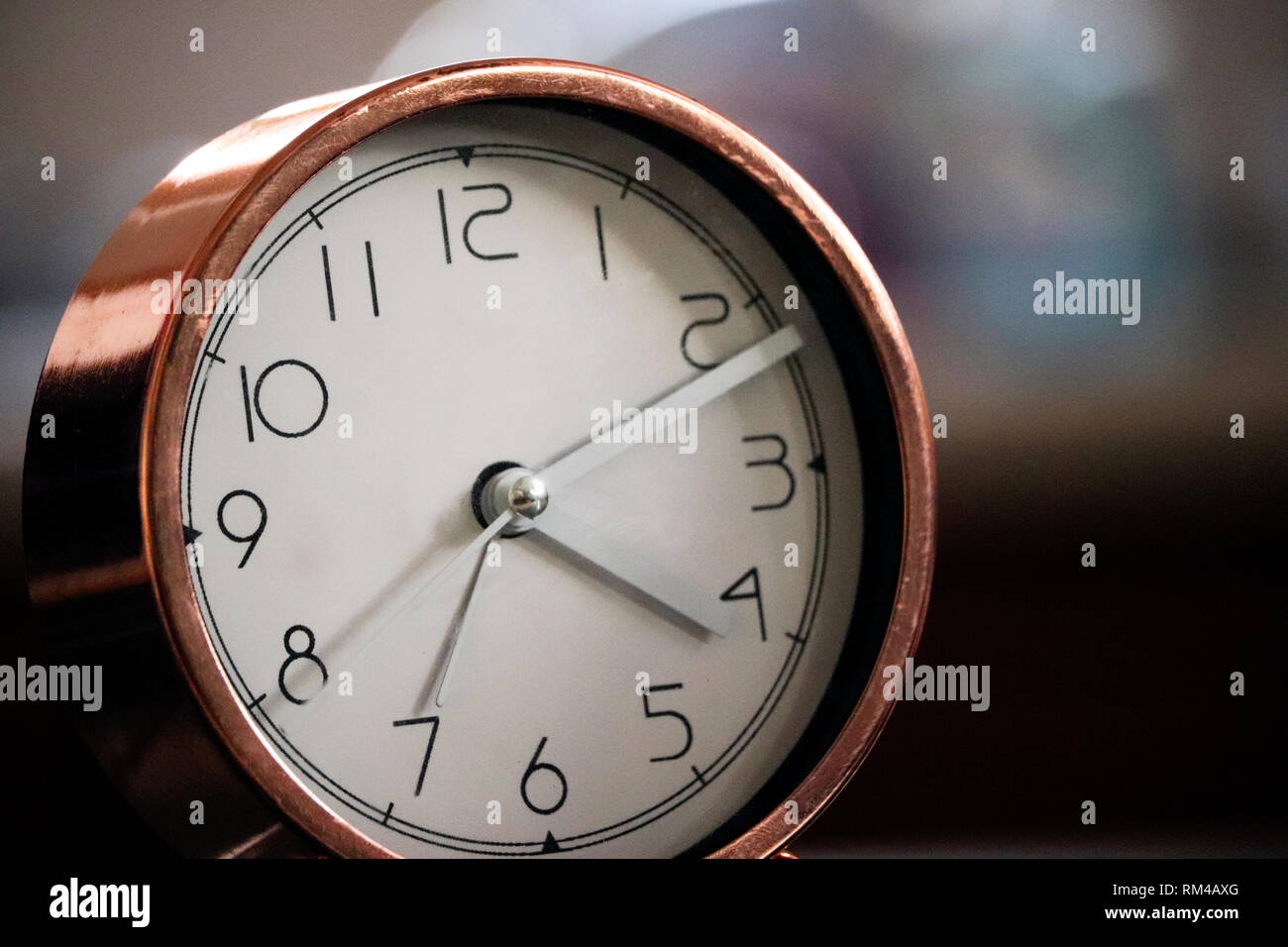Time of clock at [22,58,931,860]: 4:11
